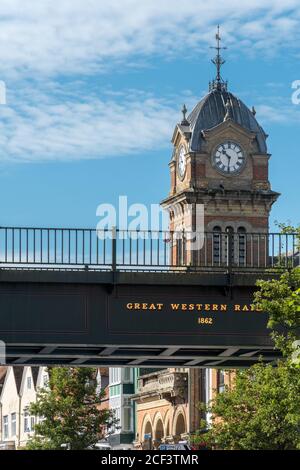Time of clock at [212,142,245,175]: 10:31
